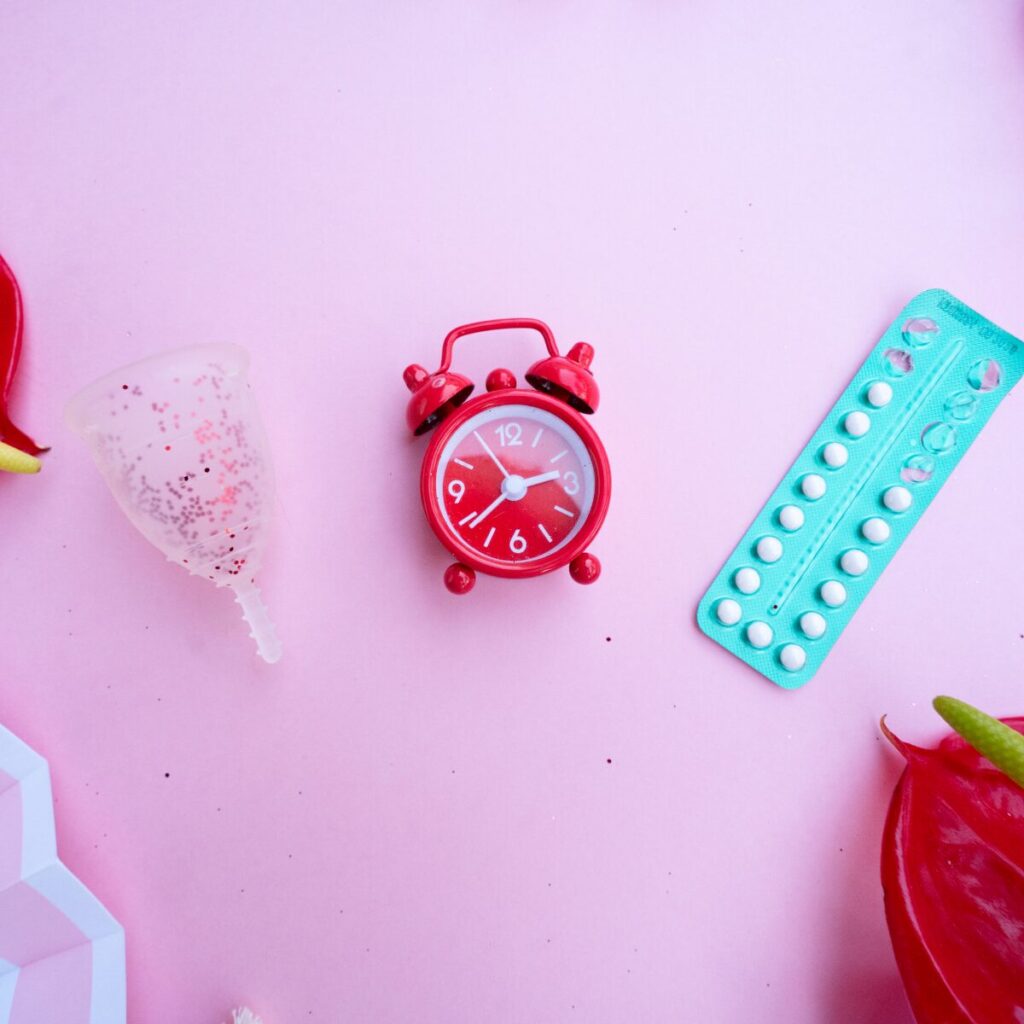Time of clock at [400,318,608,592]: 2:38
